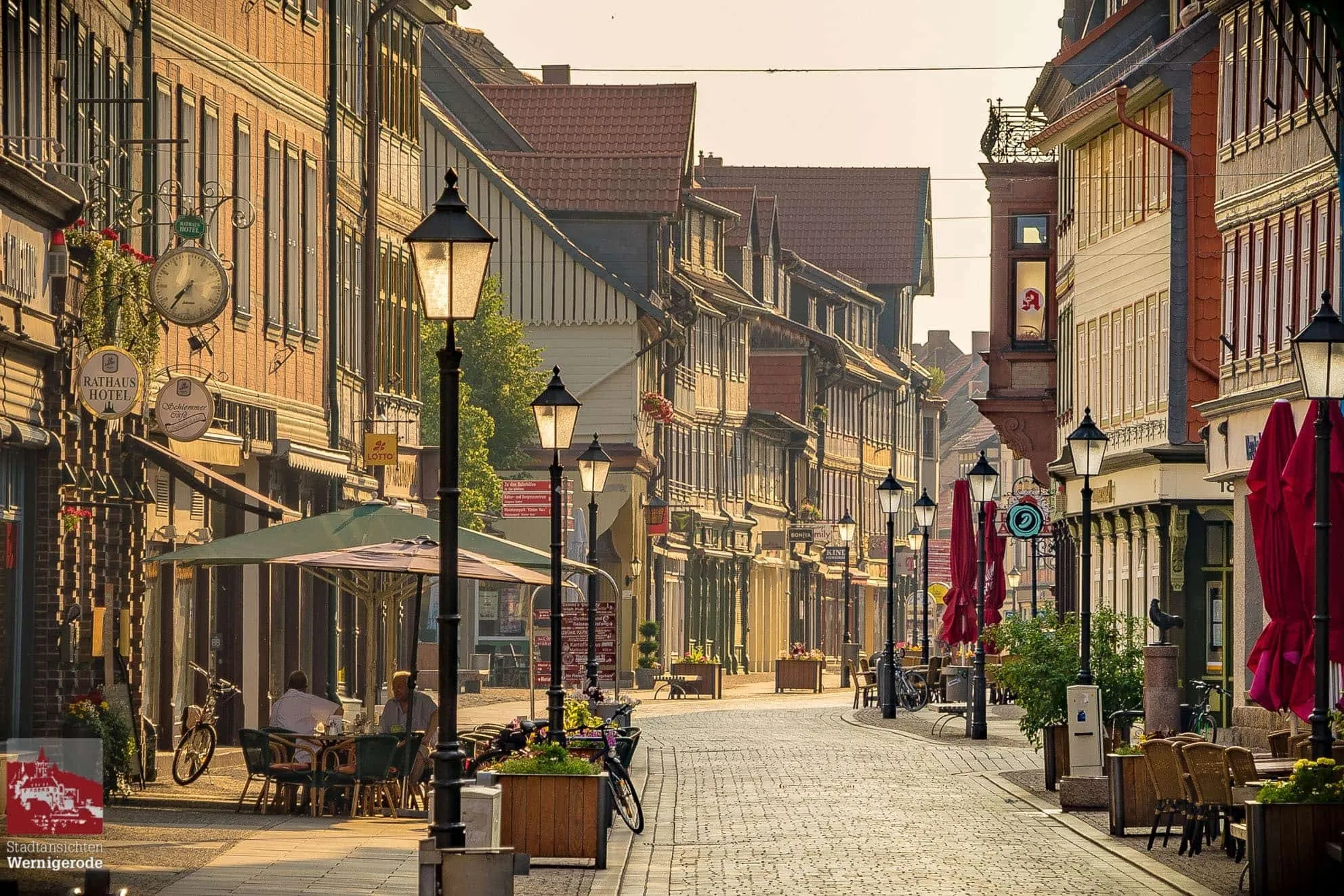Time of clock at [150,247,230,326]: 7:36
